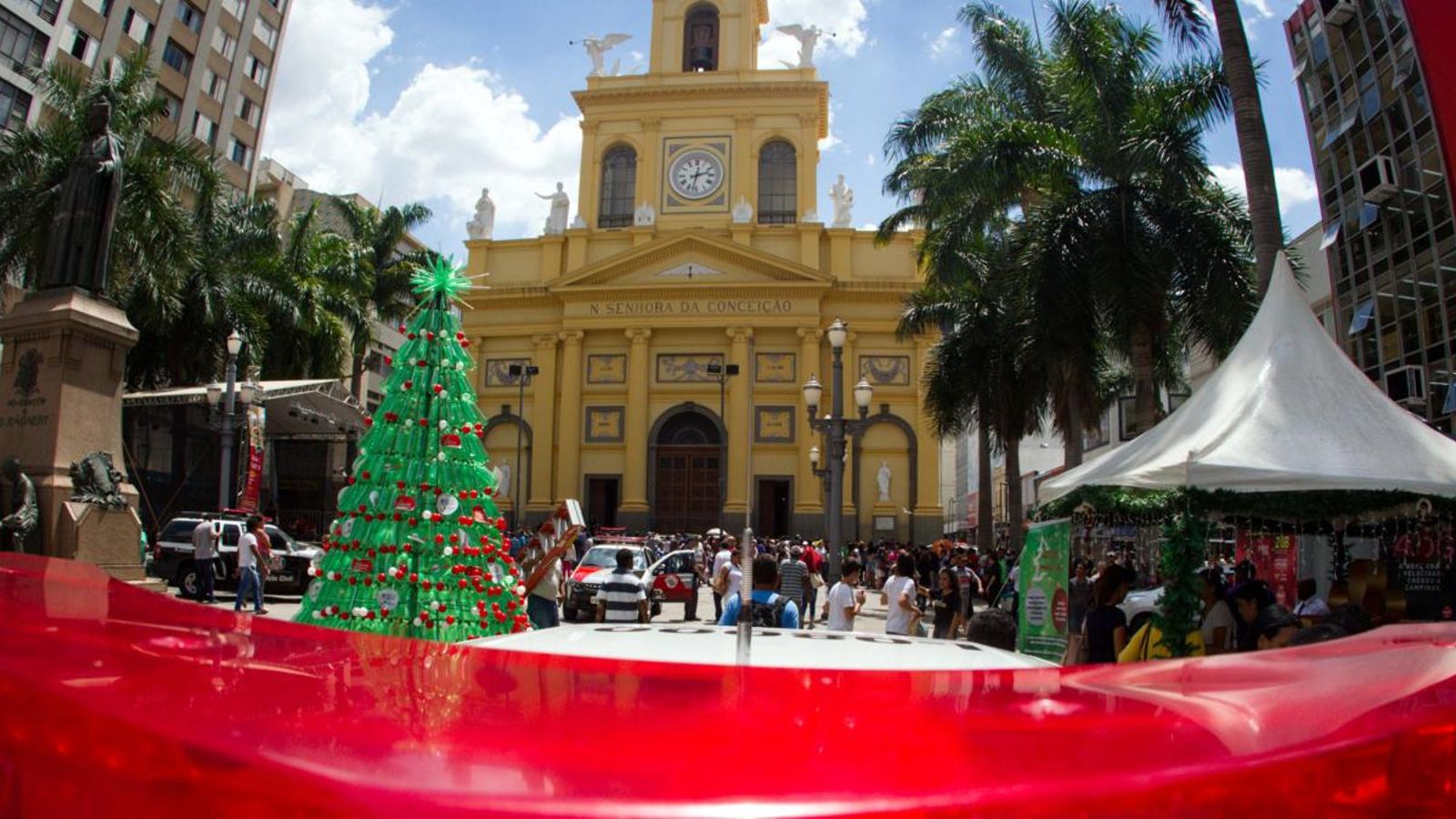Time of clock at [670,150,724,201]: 2:32
